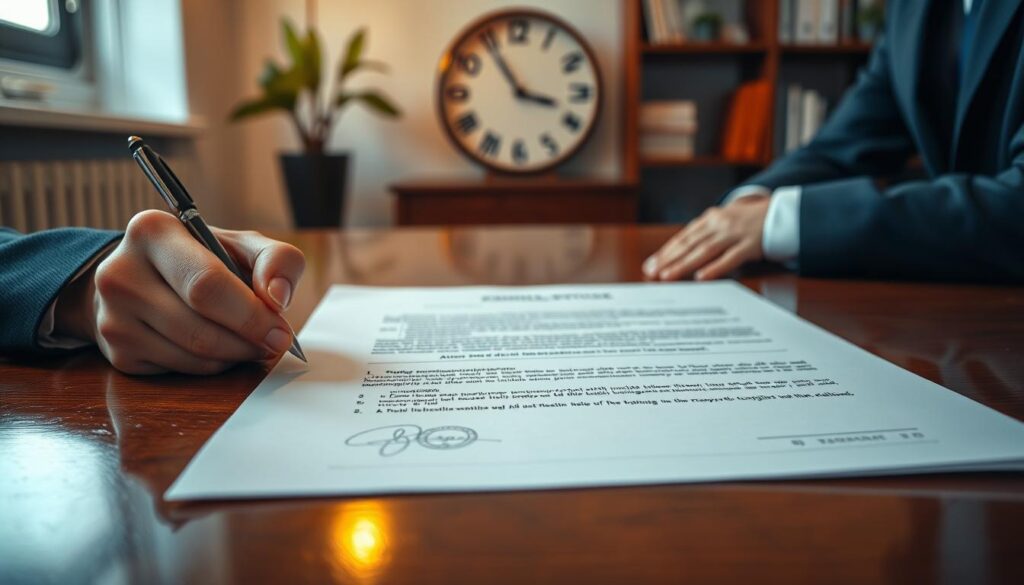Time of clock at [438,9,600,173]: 3:54
